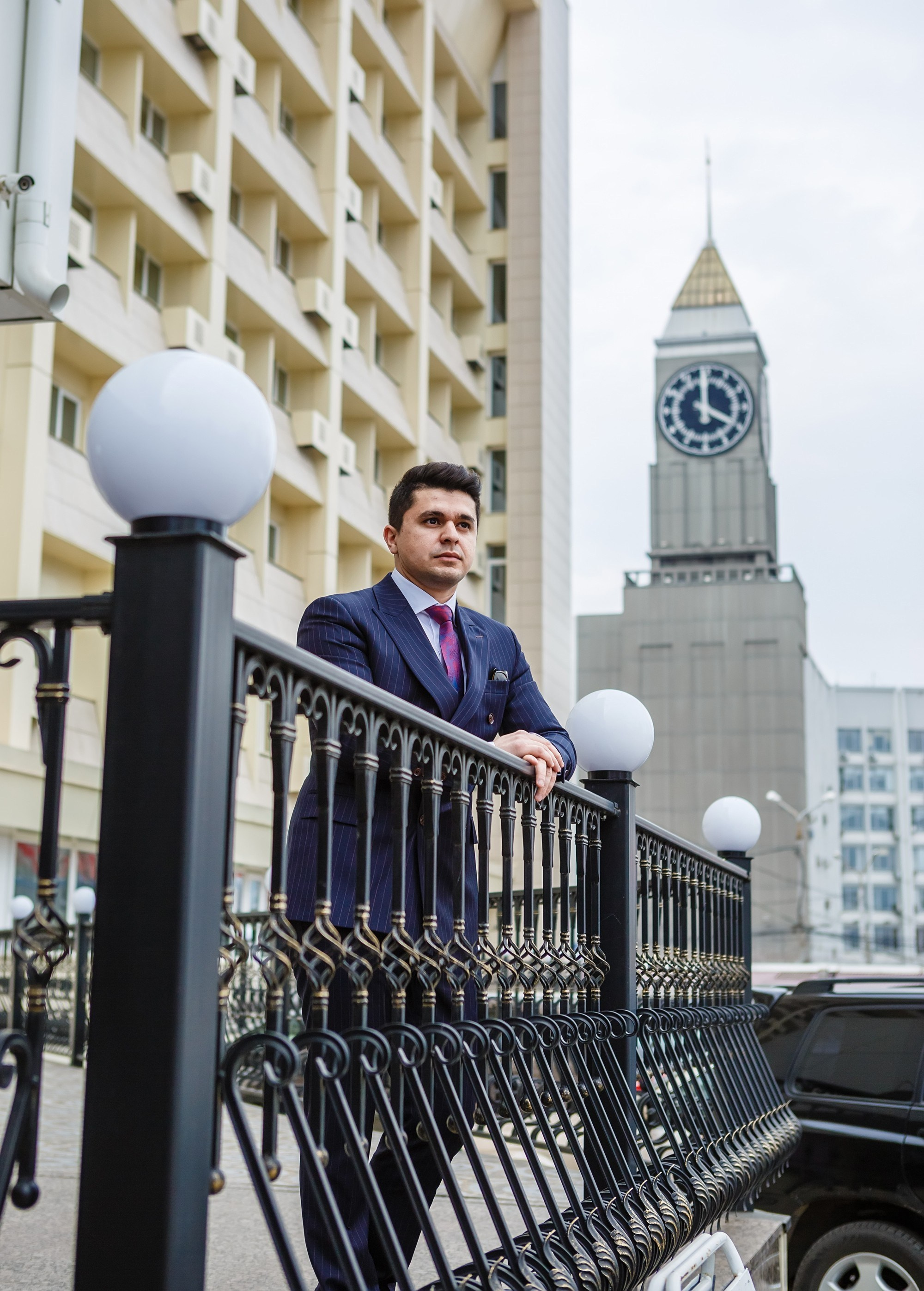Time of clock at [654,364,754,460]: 3:59
